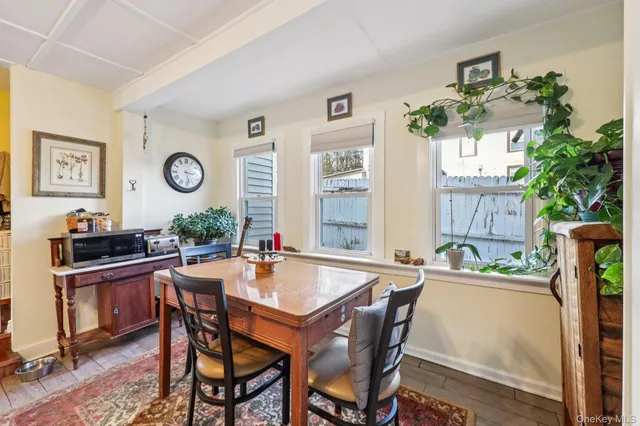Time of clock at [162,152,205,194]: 3:28
